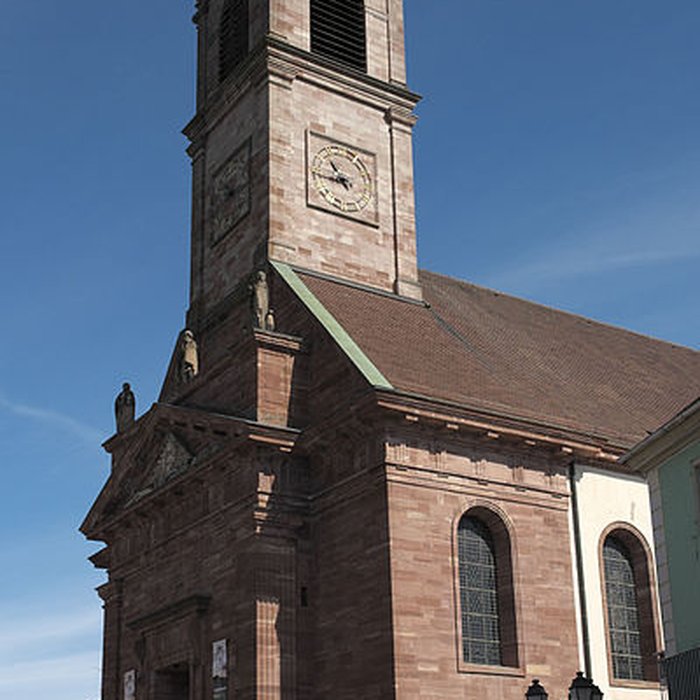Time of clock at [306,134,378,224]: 10:45
